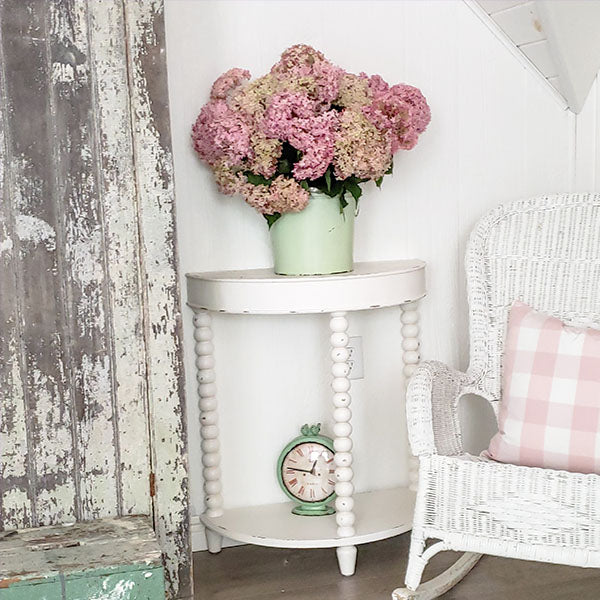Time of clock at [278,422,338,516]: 12:46
